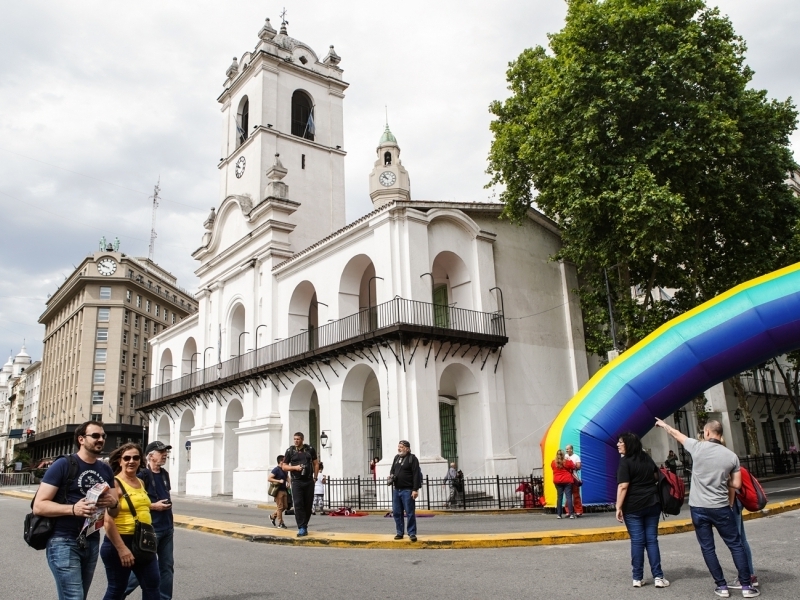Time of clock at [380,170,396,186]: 9:53
